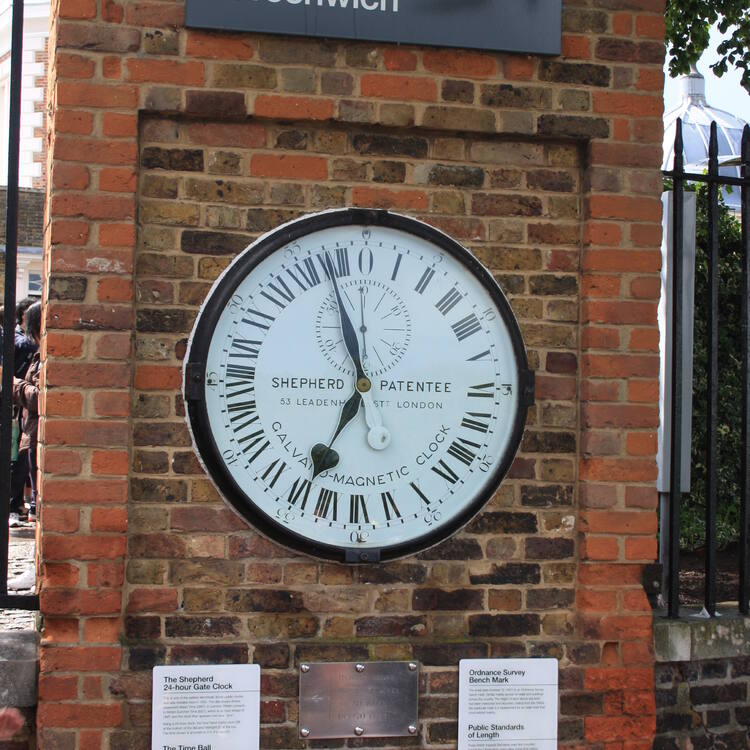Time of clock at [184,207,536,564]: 6:56
